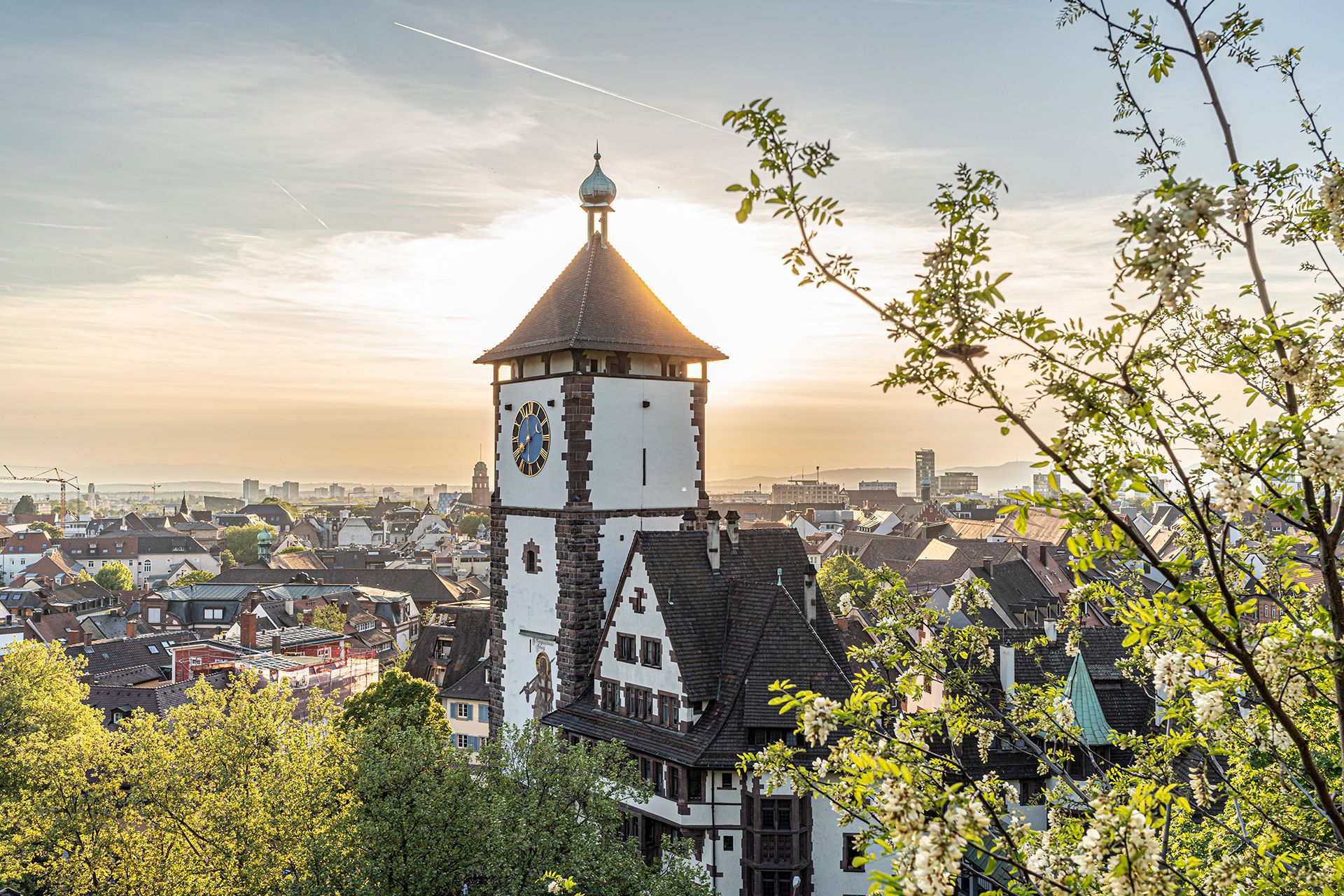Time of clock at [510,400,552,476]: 11:40
